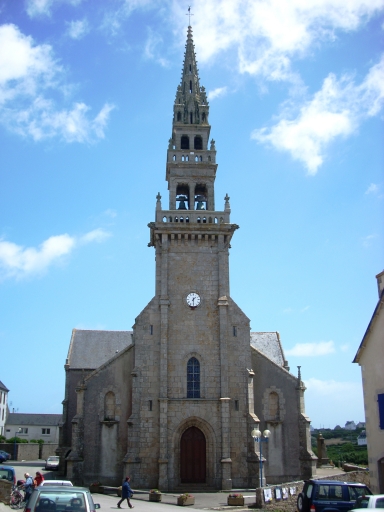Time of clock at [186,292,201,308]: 1:29
